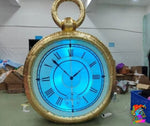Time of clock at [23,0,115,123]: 1:52
